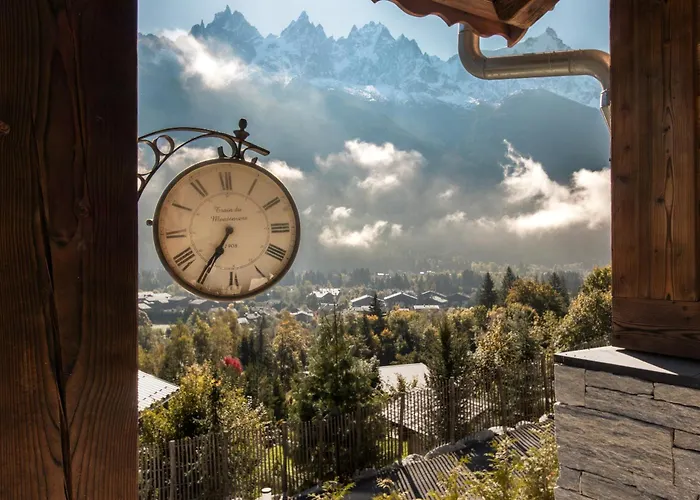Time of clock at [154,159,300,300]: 6:35
